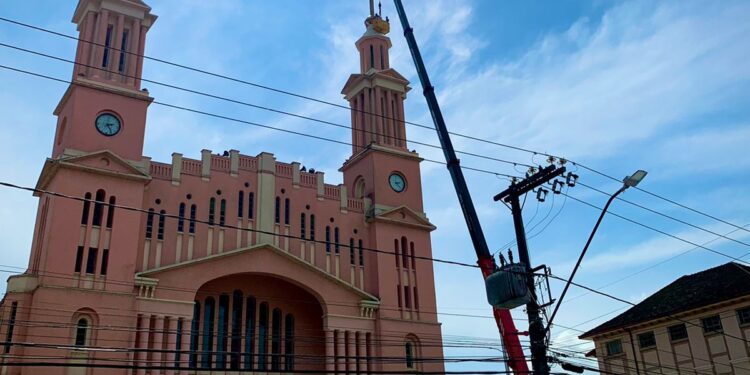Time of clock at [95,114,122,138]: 2:24
